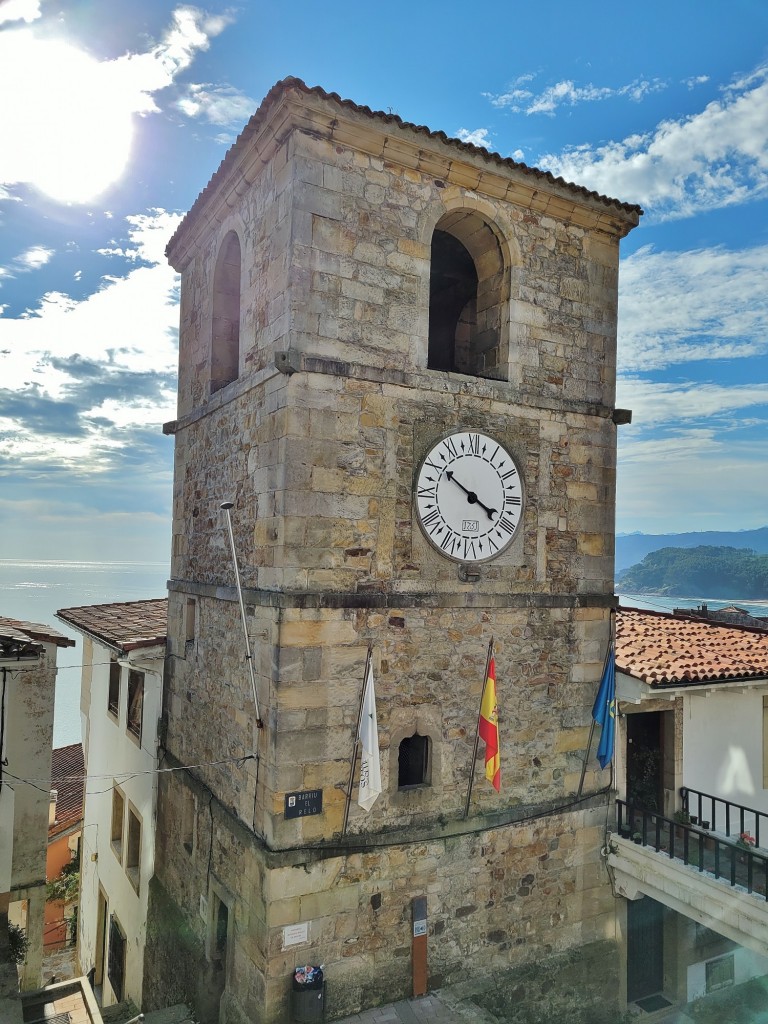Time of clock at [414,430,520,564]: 3:50
